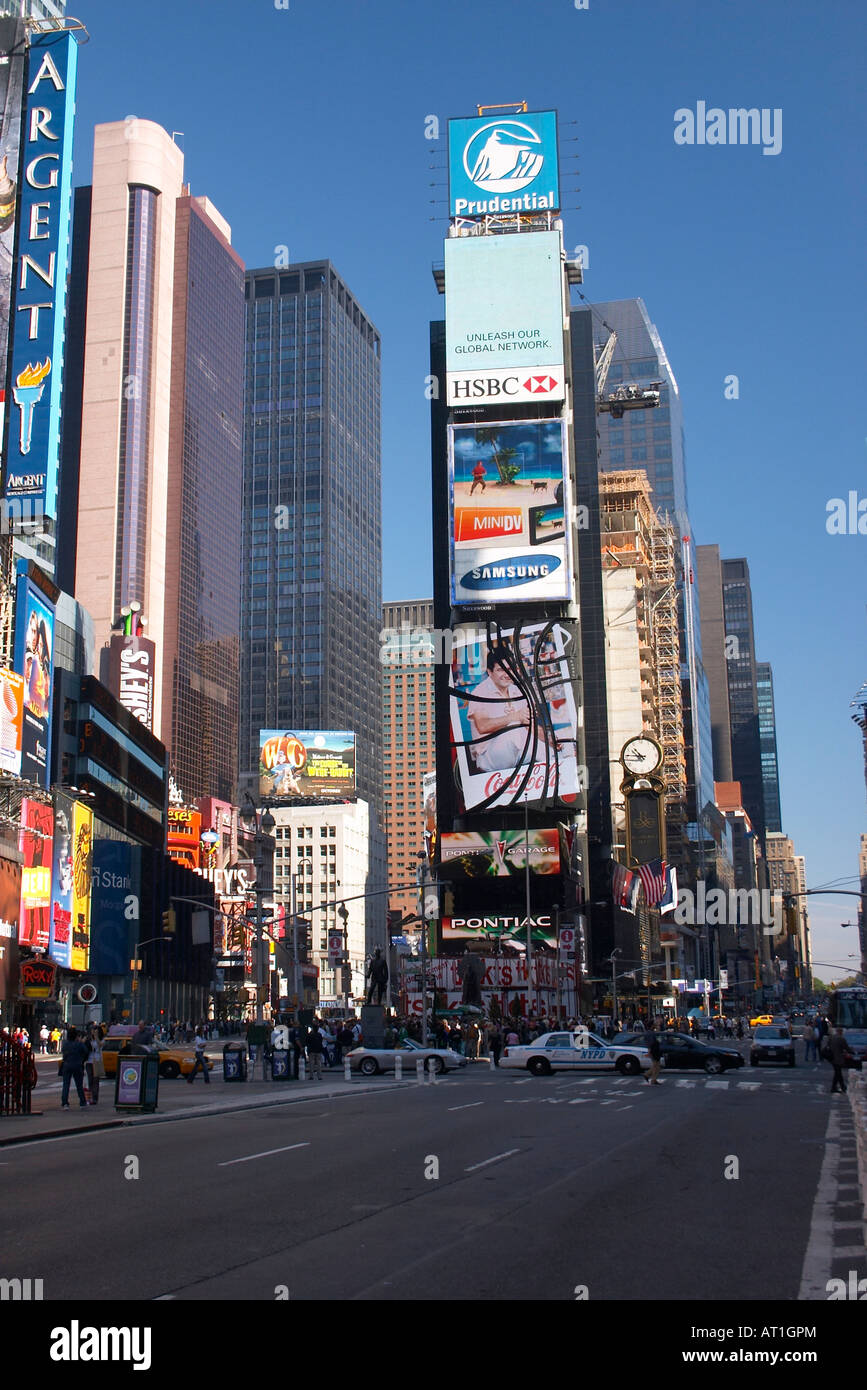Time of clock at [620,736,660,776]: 10:45
